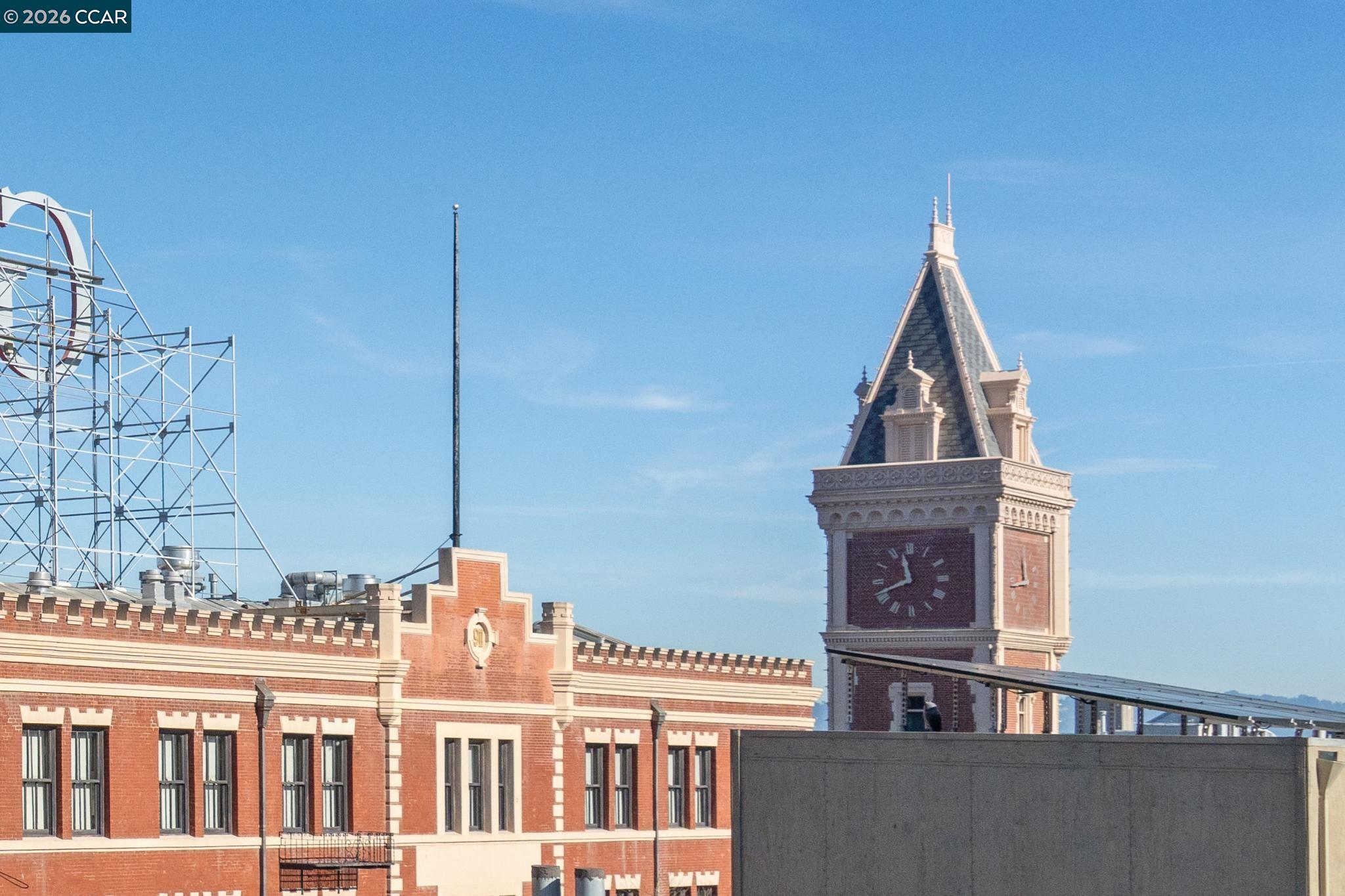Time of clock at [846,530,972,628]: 11:41
